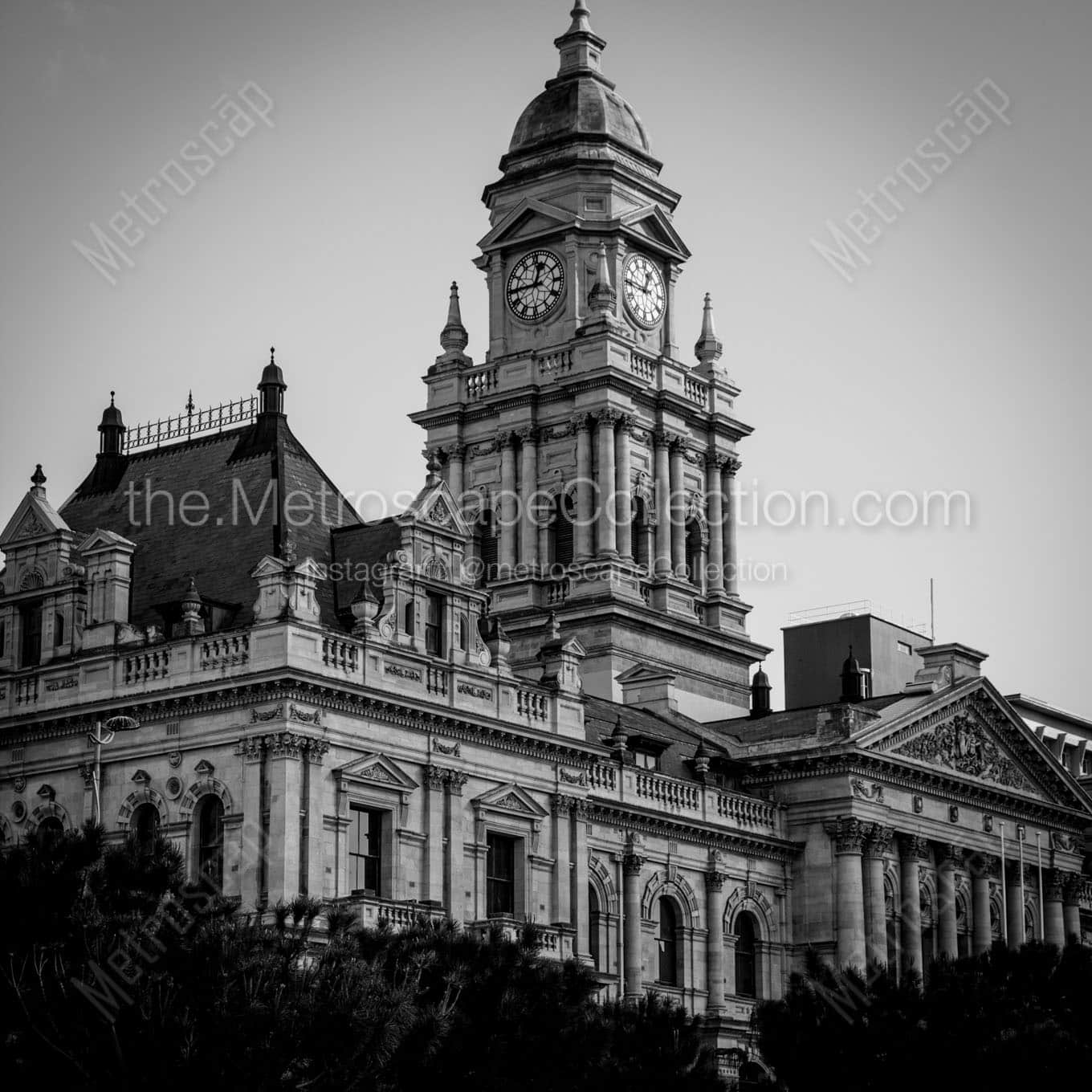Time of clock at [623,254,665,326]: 12:45
